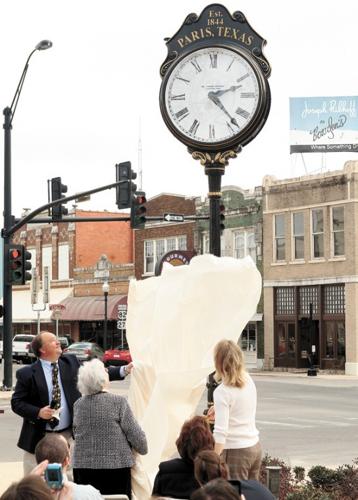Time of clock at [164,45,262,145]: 2:23
